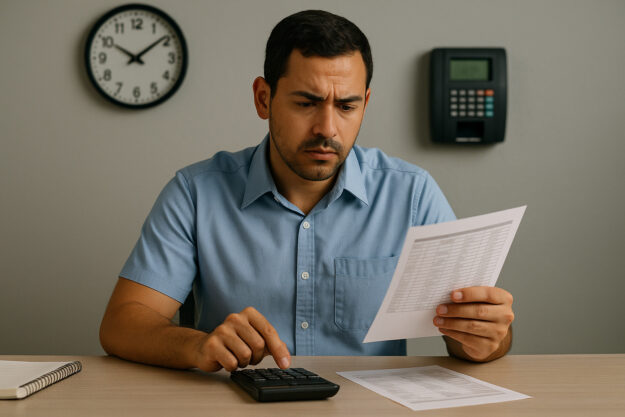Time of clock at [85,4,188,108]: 10:08
